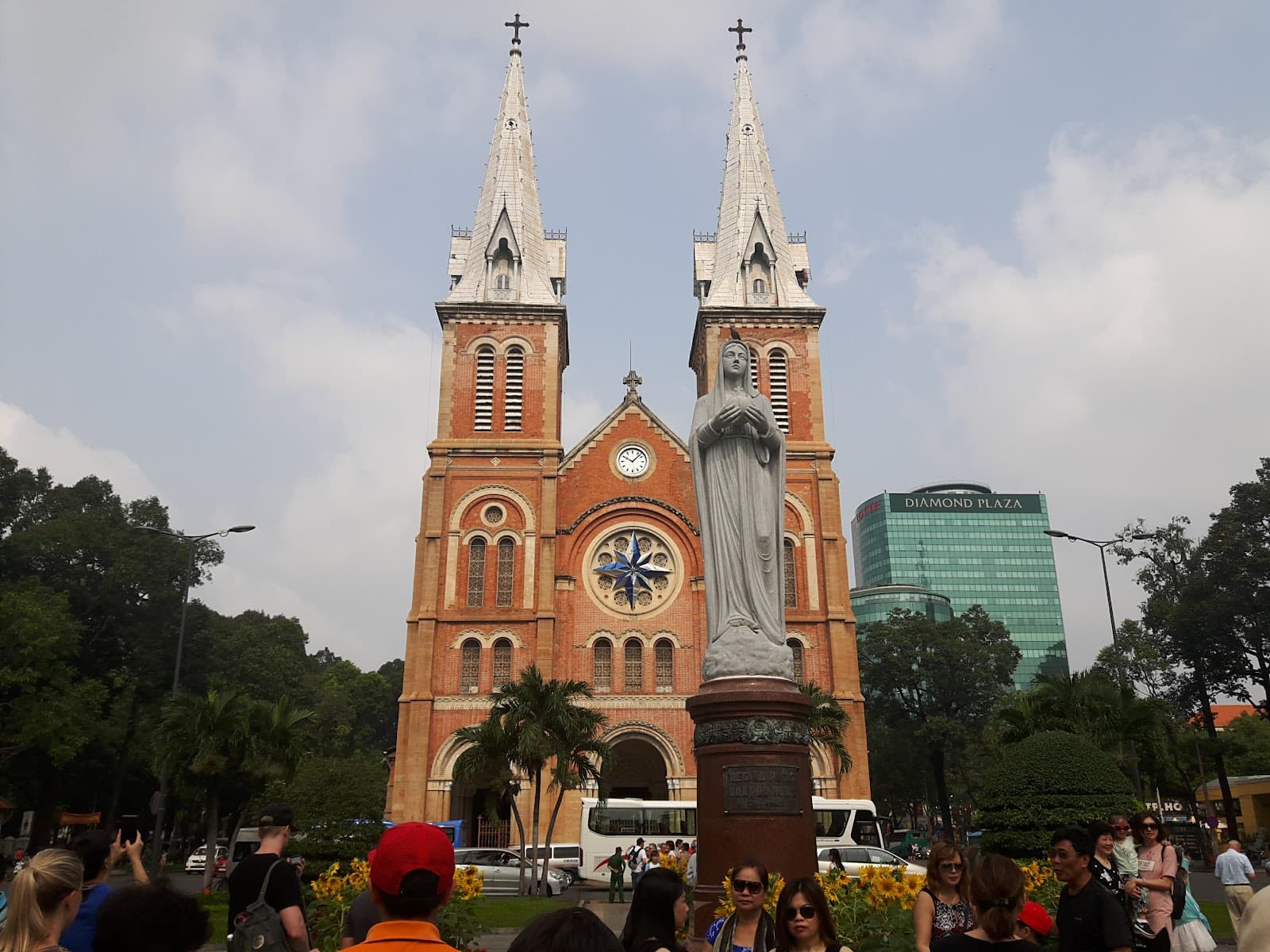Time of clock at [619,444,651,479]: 10:07
